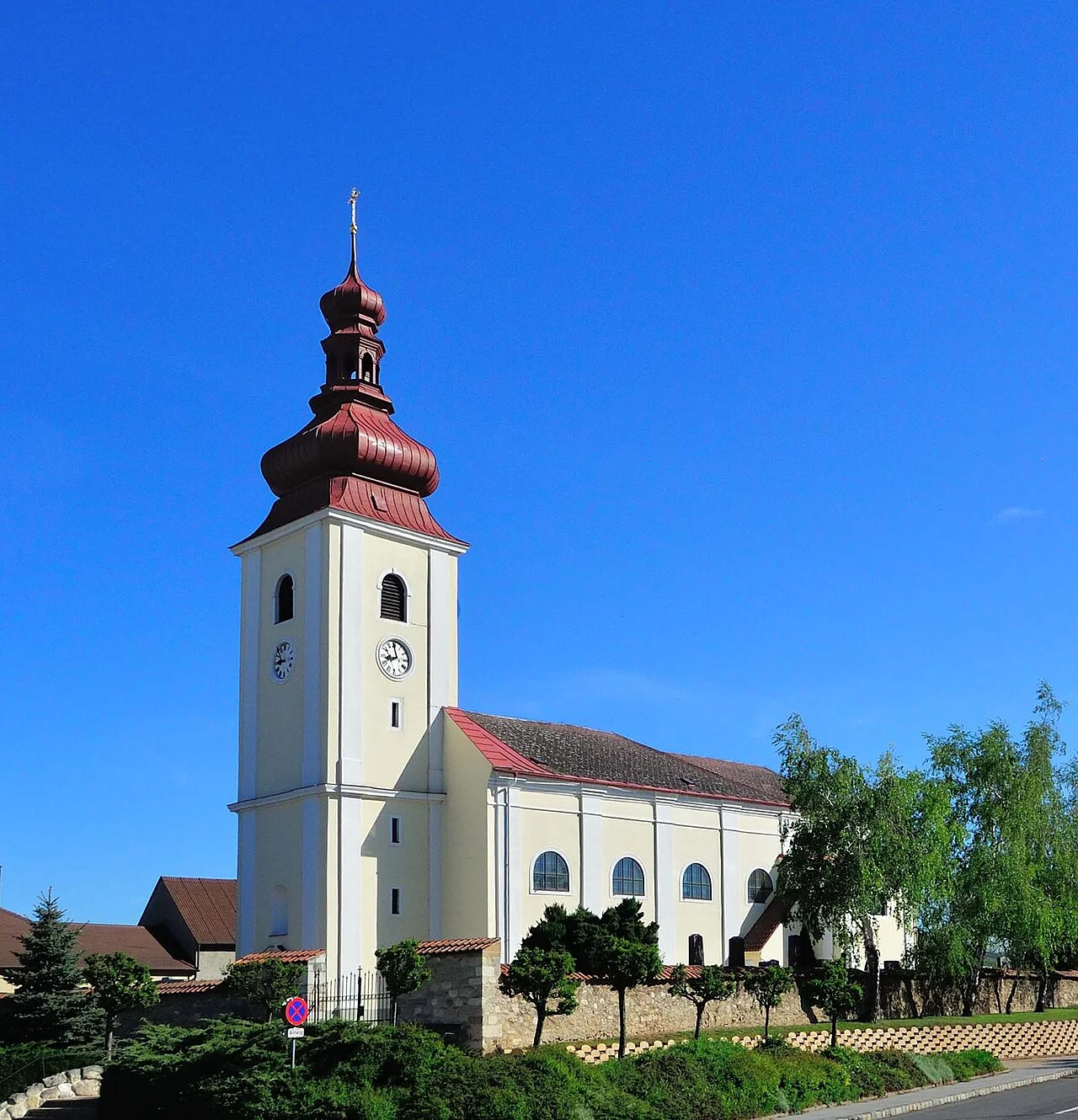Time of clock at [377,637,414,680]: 8:58
